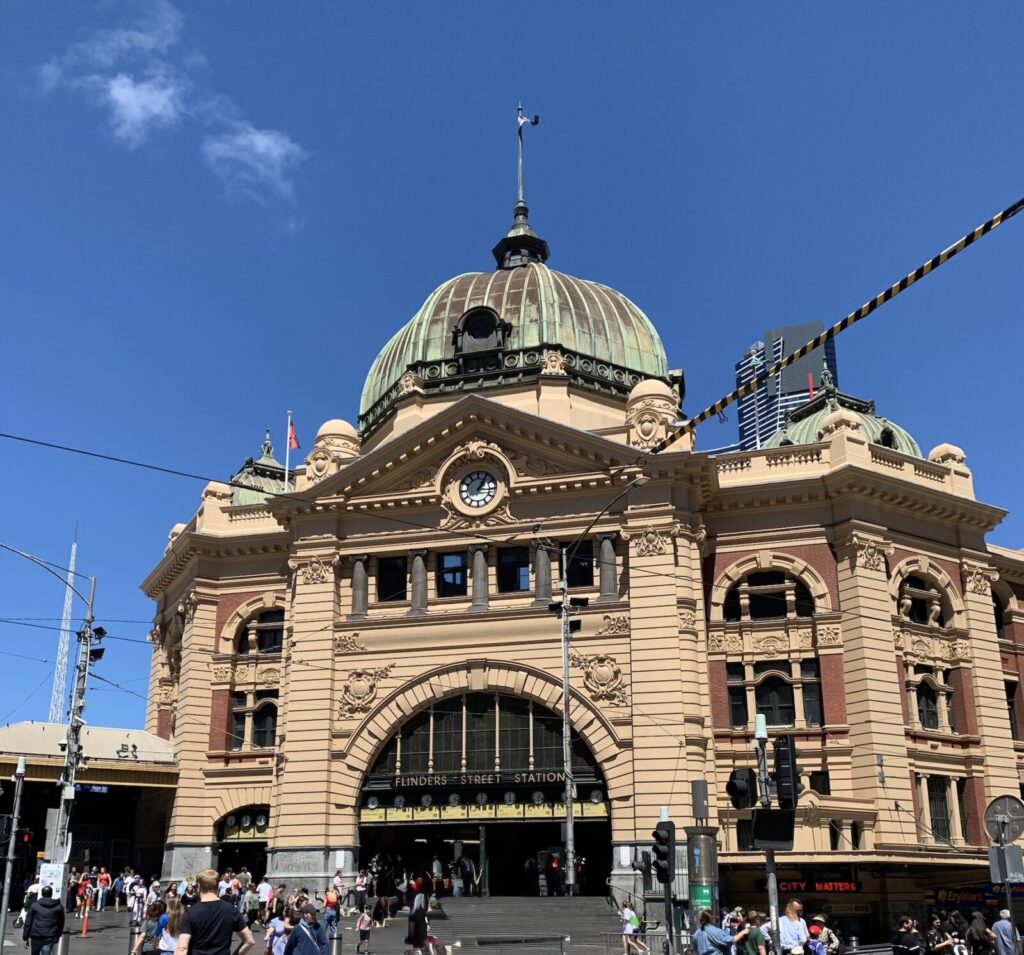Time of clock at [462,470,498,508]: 1:16
